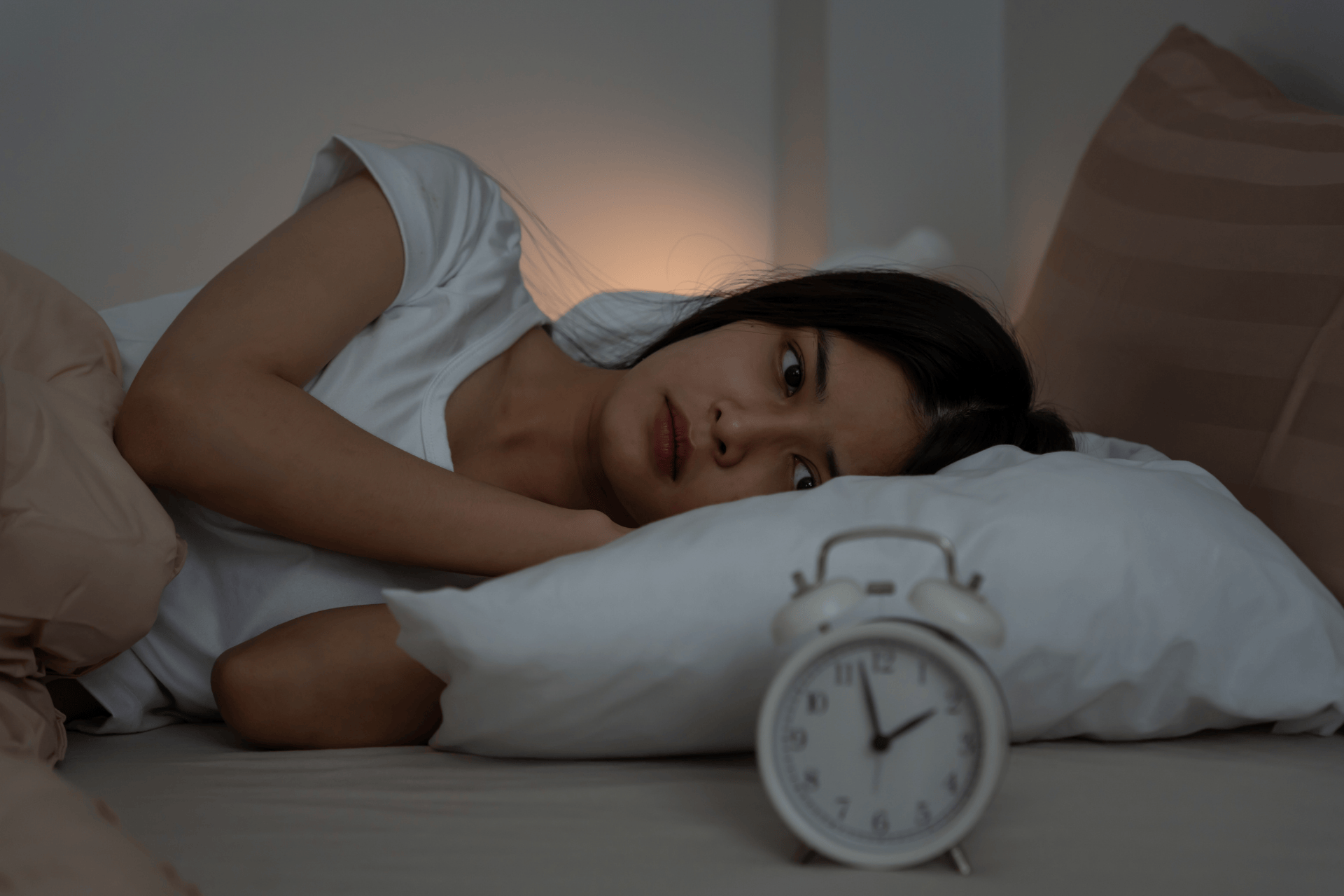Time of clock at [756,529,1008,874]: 1:57
